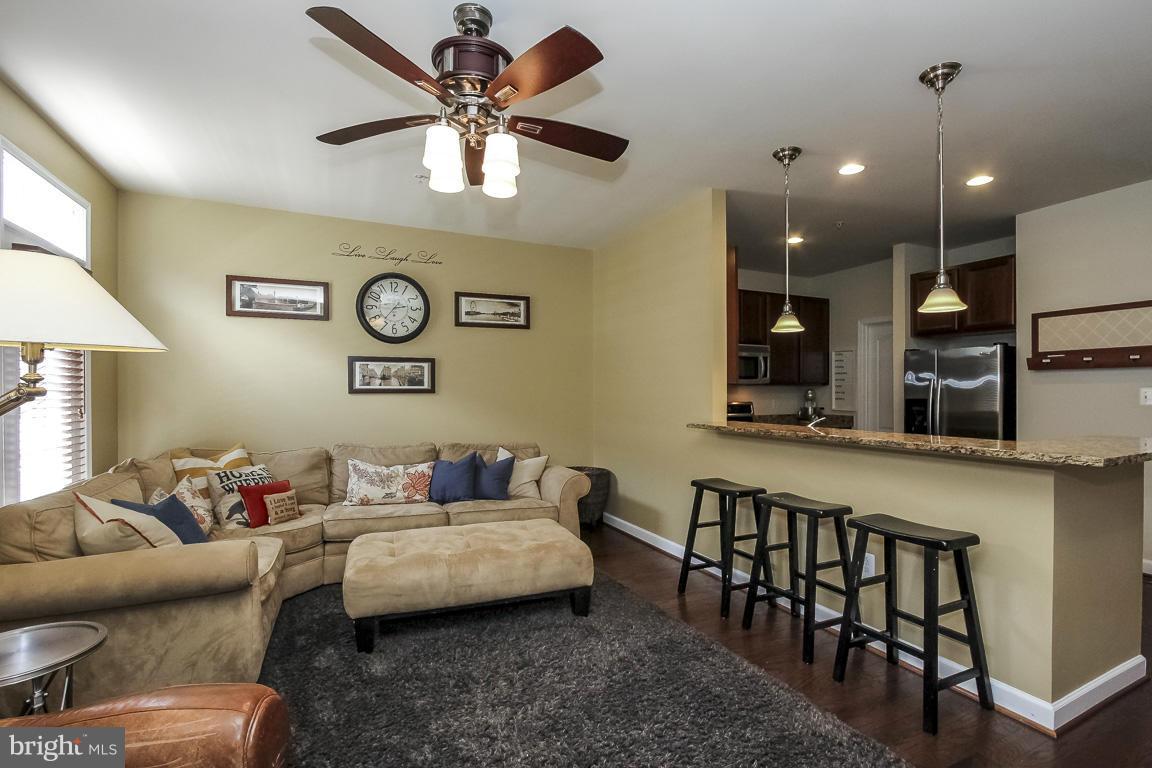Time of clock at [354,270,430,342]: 2:36
